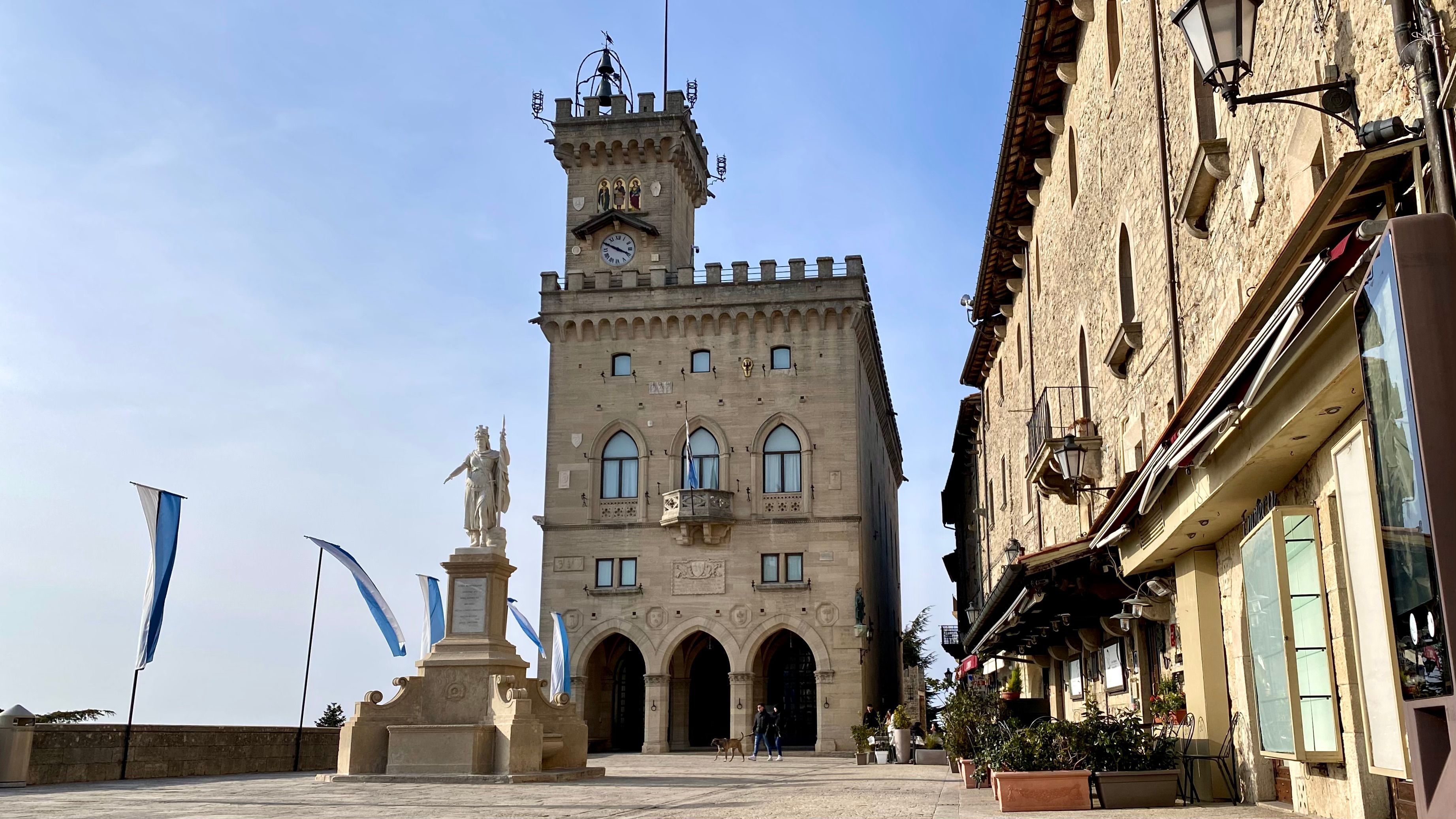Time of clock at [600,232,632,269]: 3:49
